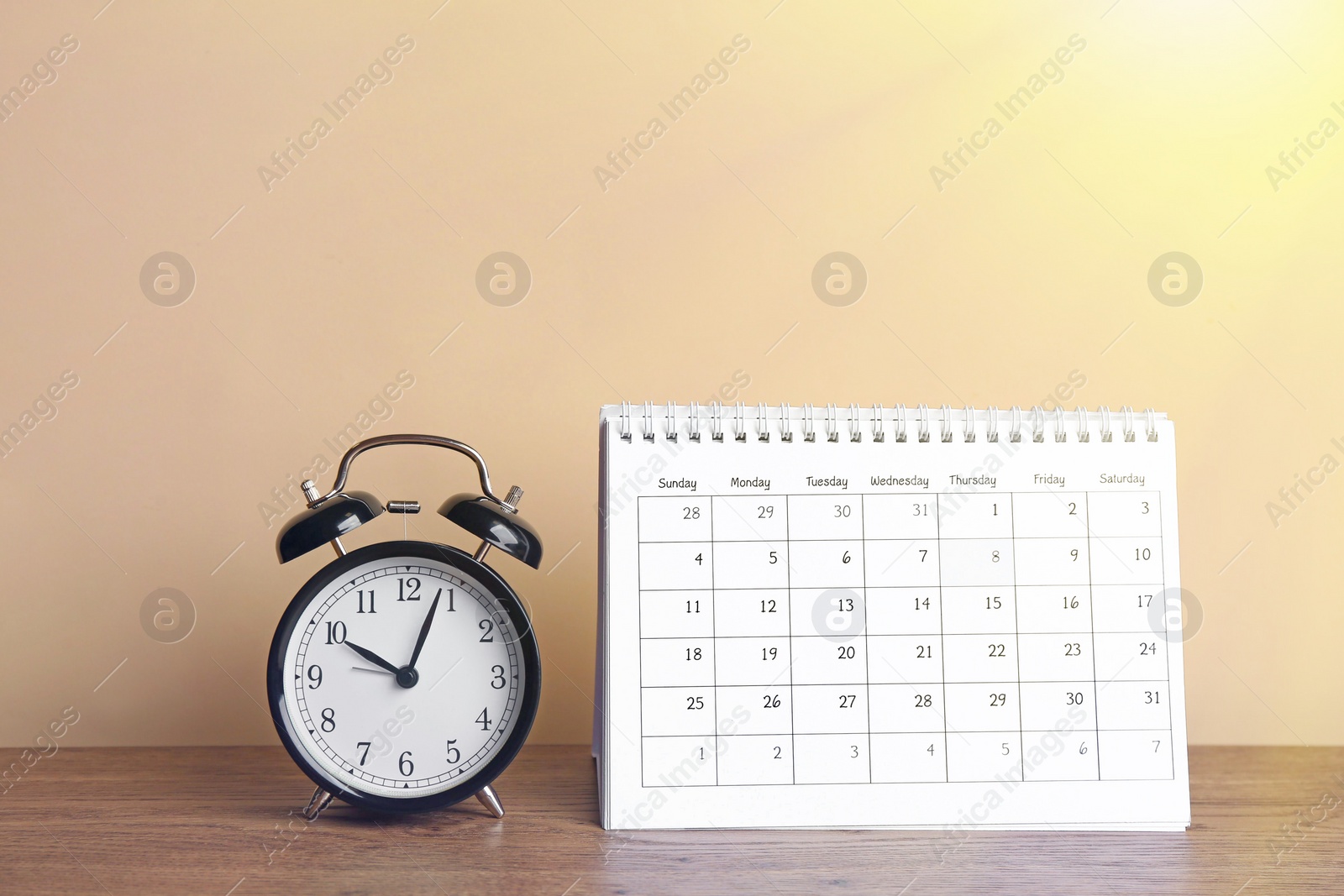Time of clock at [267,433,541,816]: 10:03
